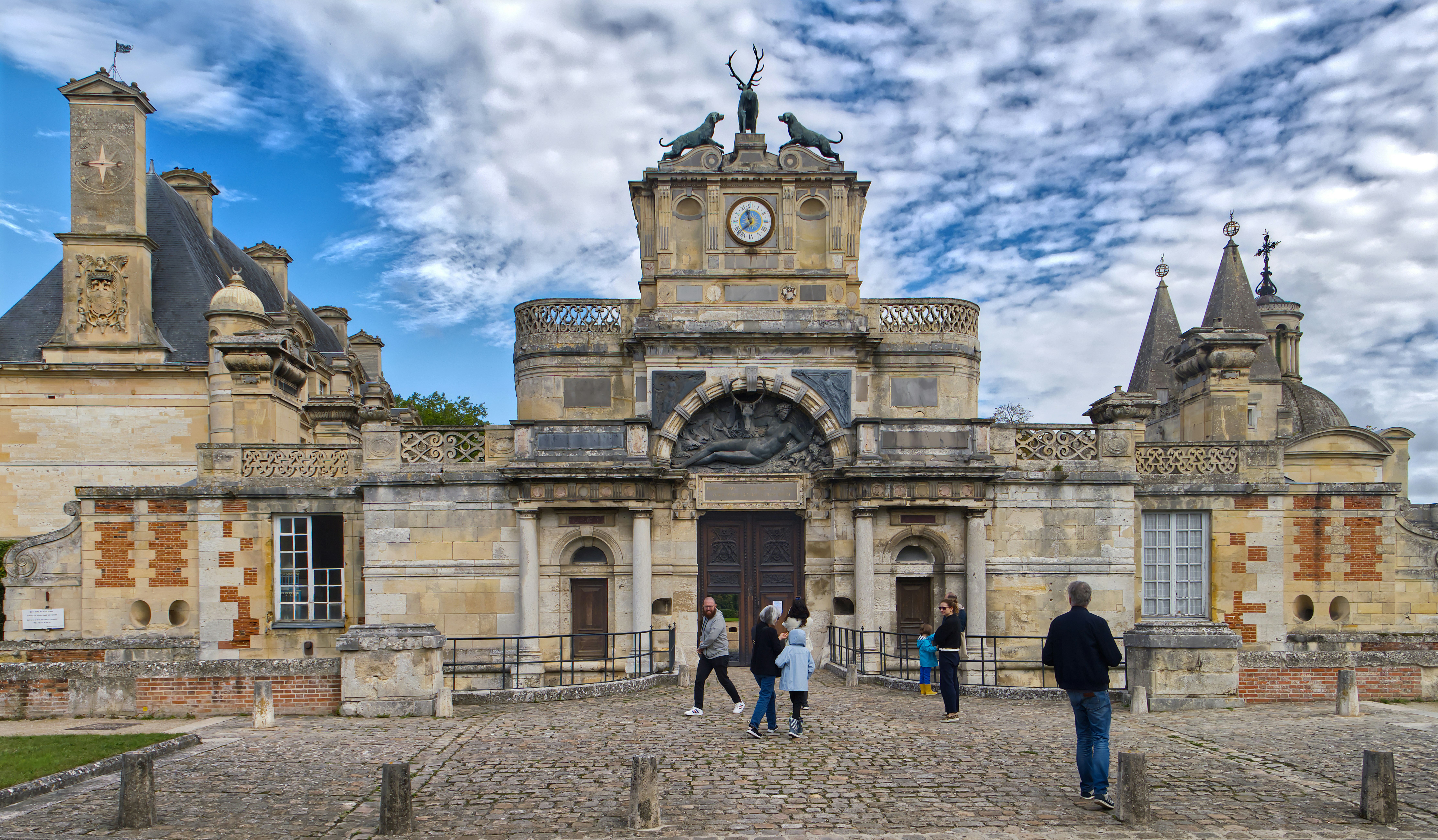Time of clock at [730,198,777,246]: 11:37
